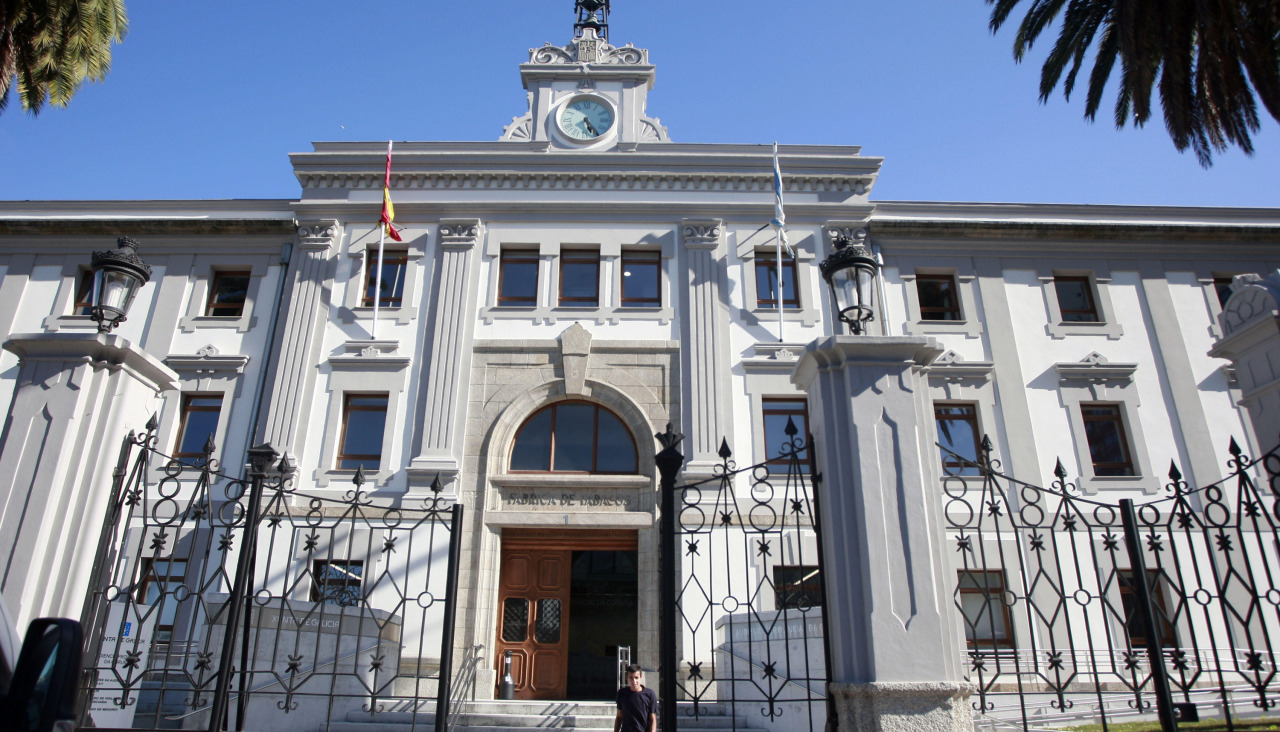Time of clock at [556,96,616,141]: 5:23
